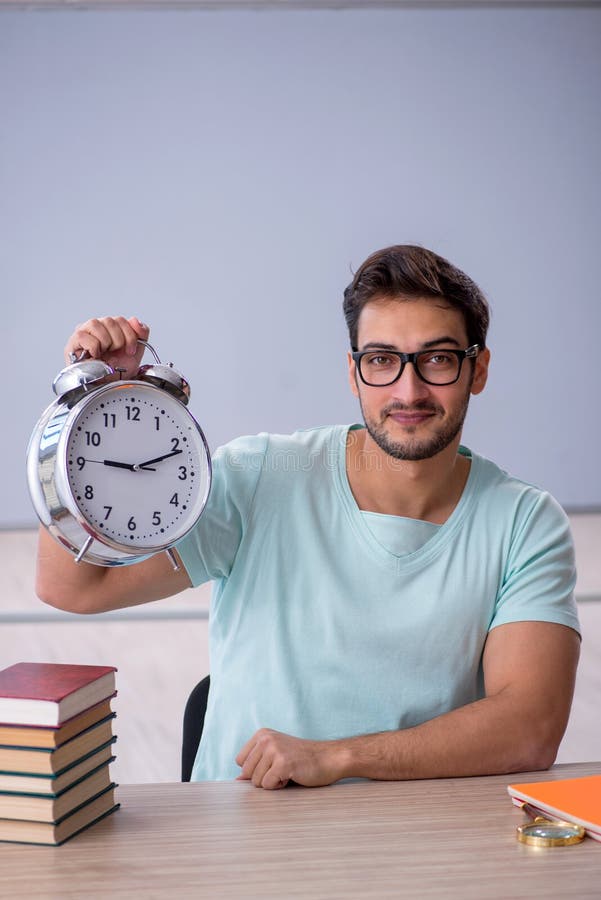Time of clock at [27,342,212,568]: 9:11
